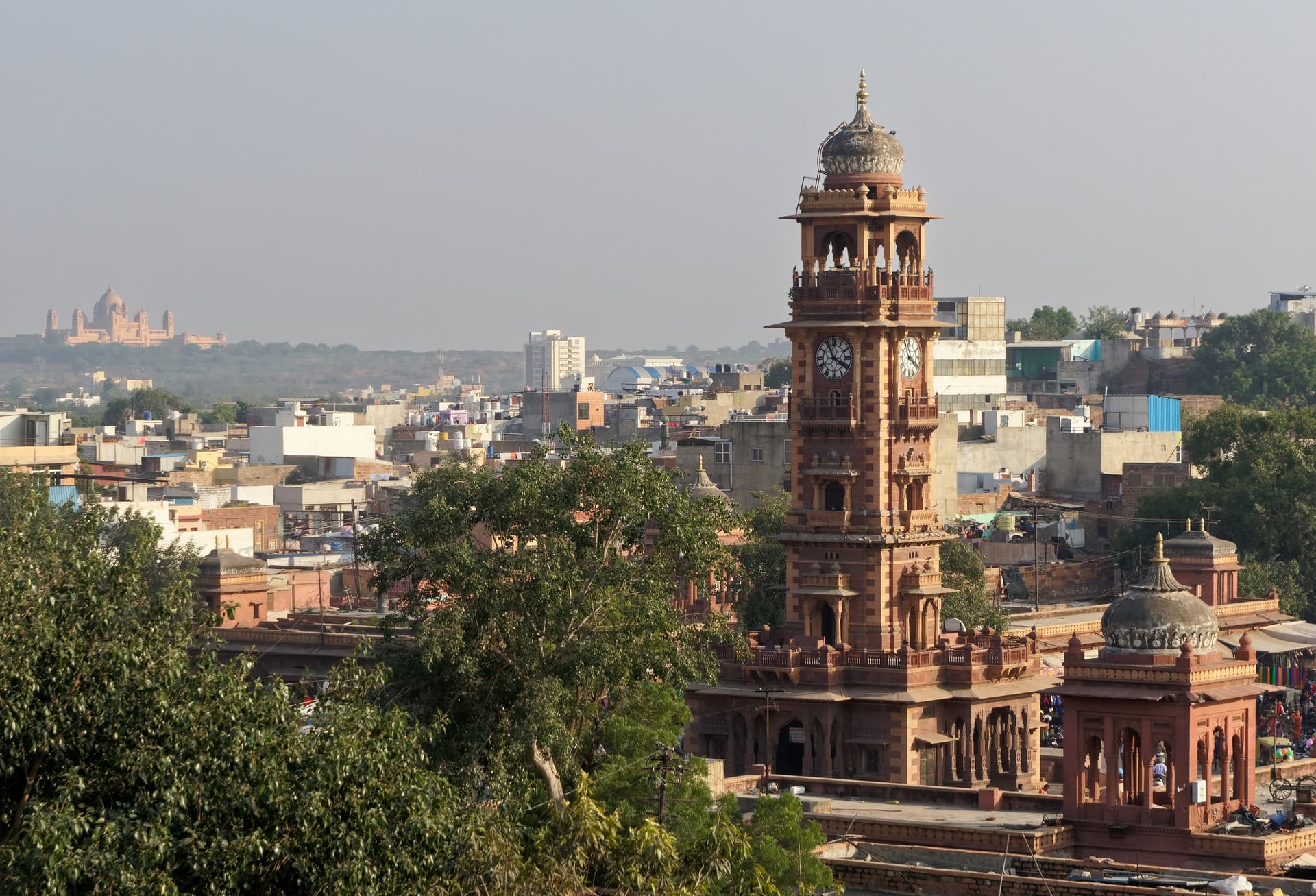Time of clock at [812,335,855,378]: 3:55
